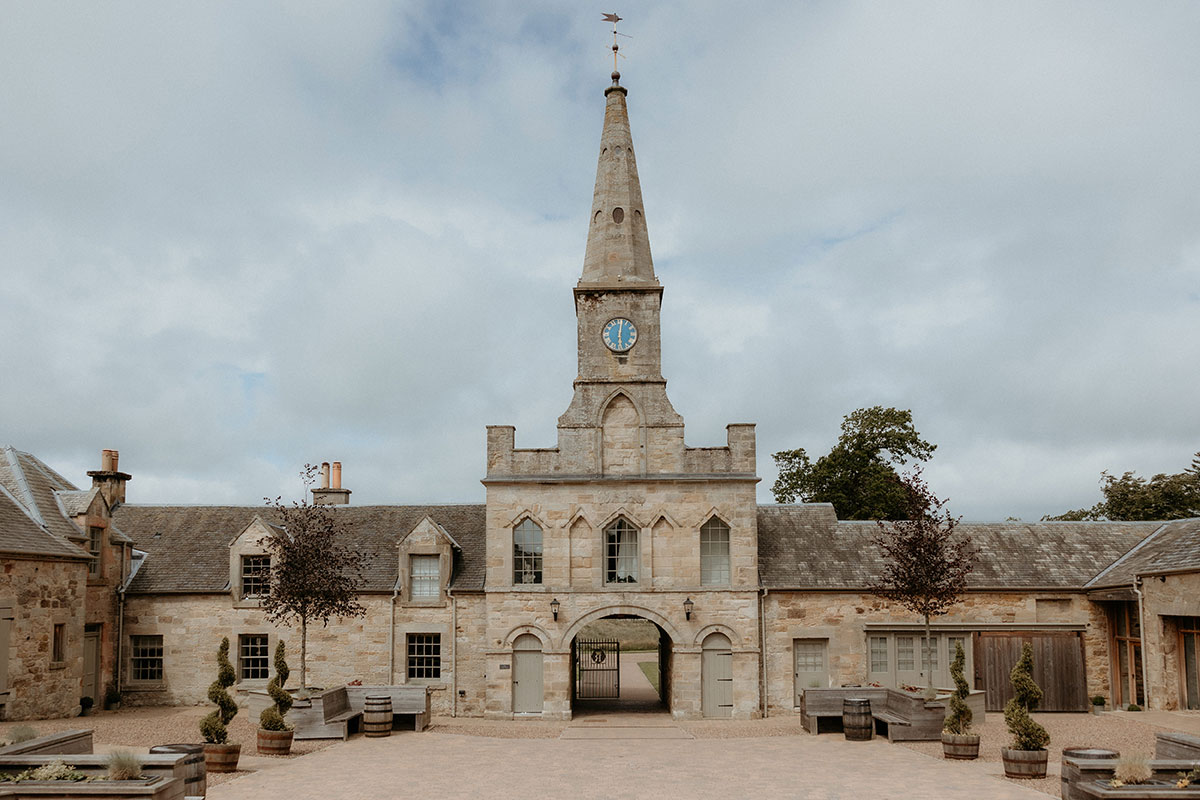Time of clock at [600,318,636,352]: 6:01
